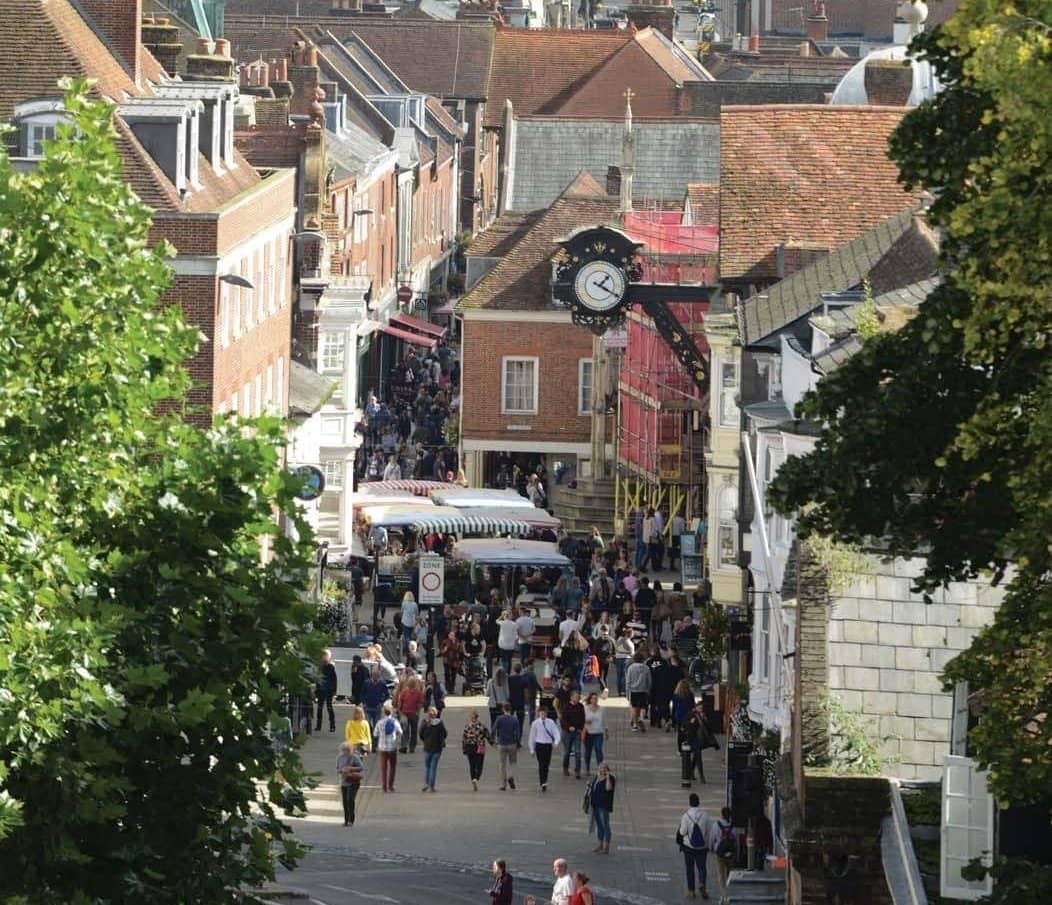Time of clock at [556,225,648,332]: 1:20
